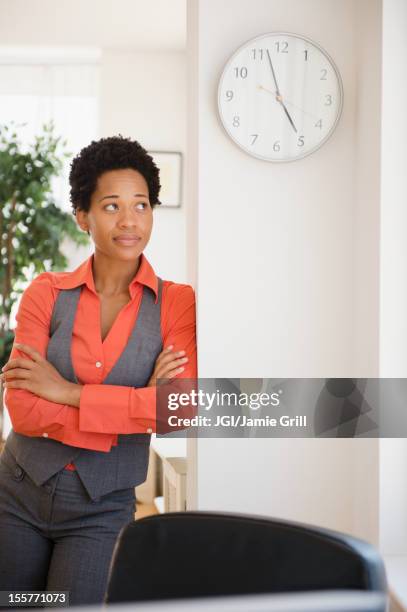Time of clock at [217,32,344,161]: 4:57
